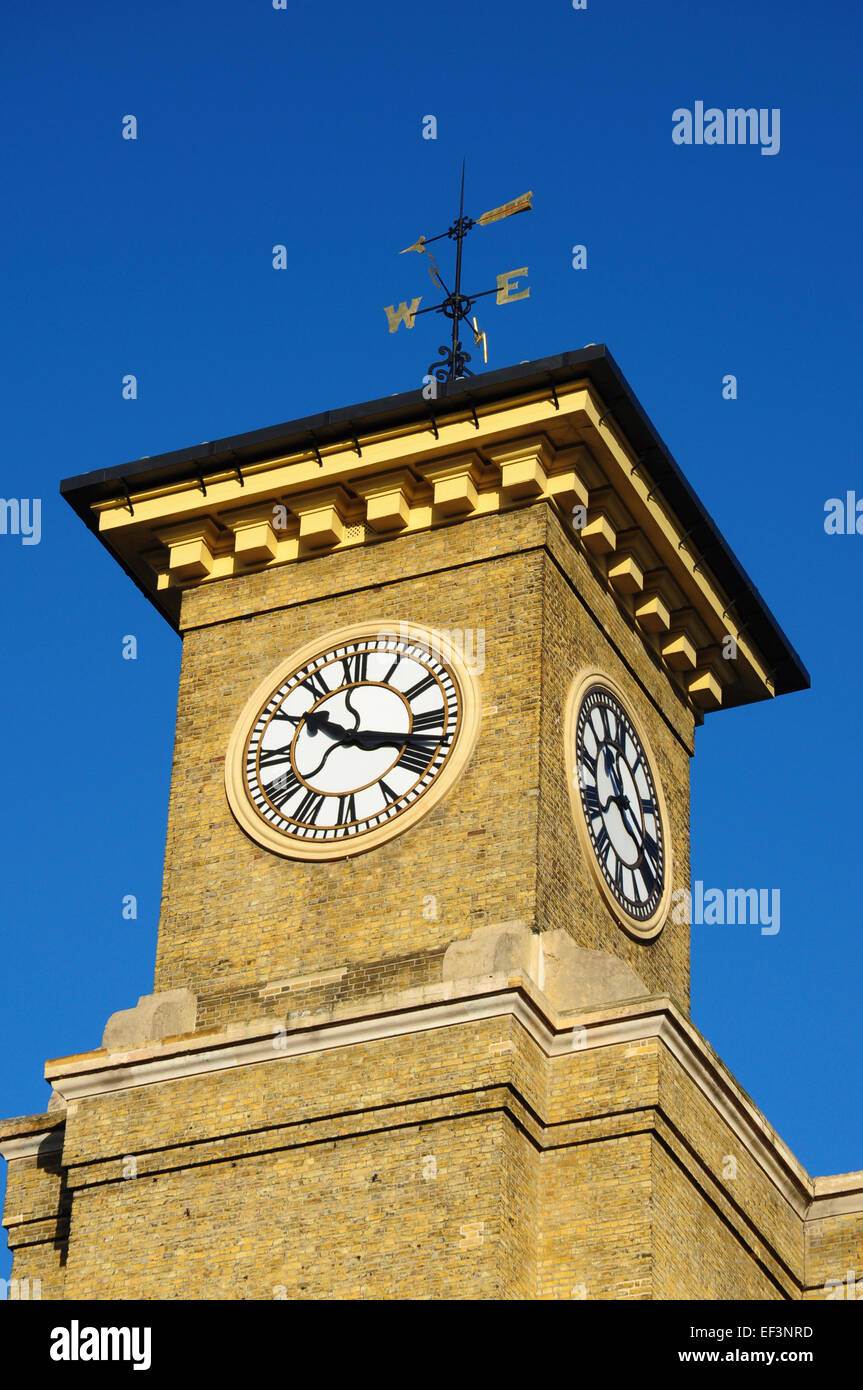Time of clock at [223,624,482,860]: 10:17
